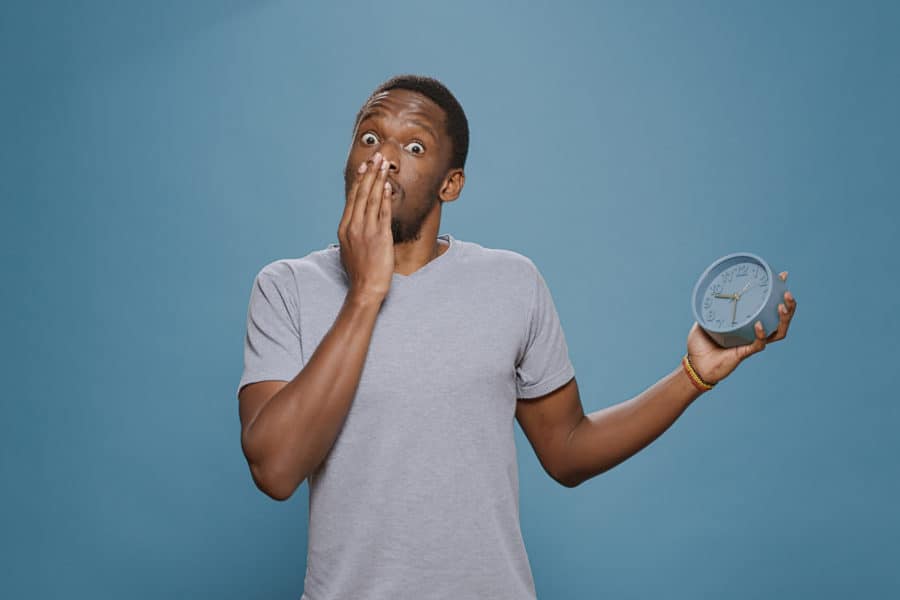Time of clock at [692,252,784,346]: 9:30
